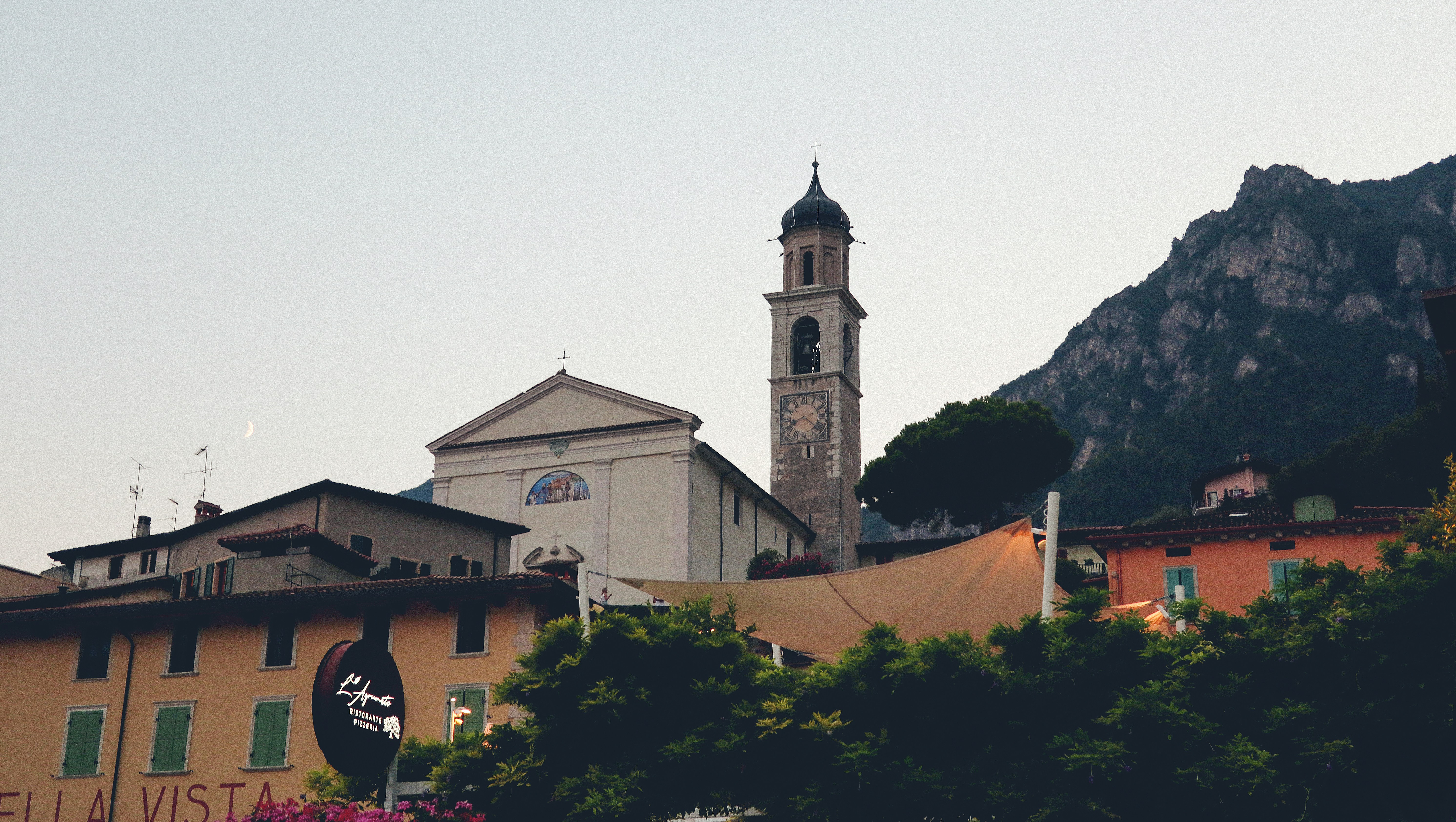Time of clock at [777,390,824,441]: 8:21
